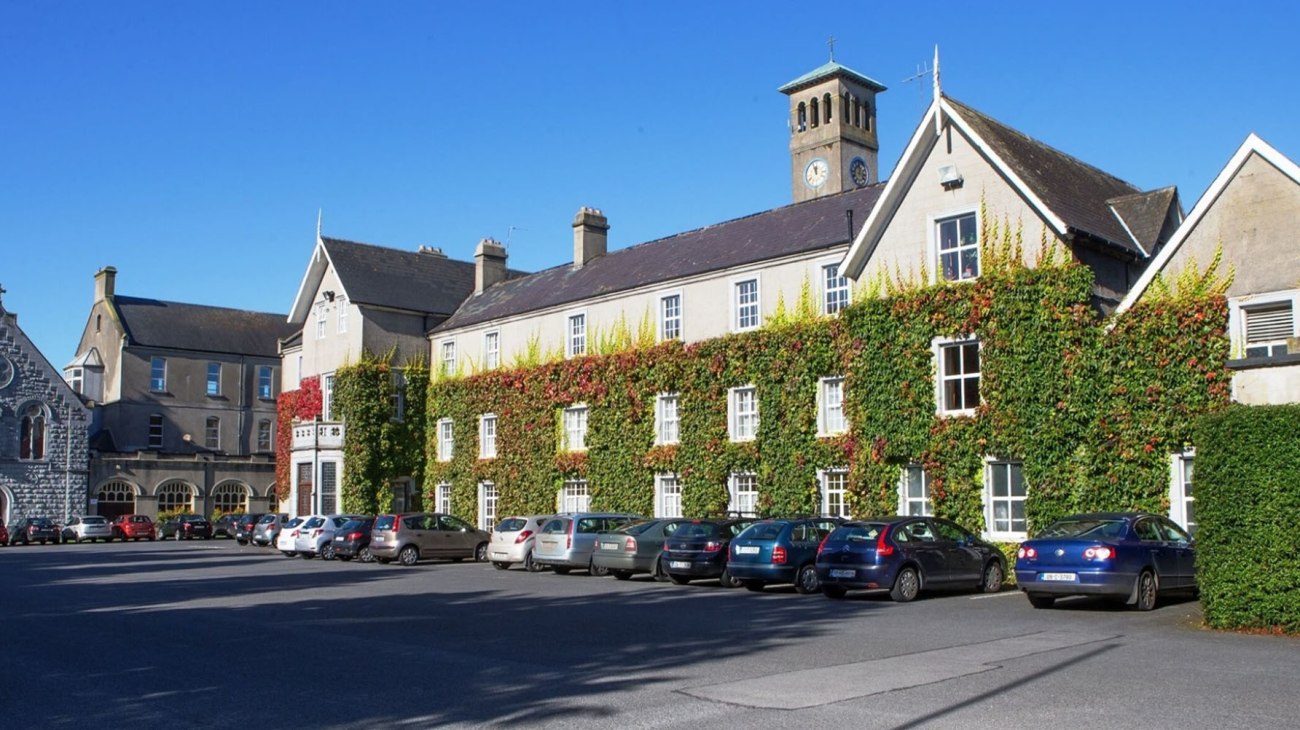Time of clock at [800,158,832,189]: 11:56
